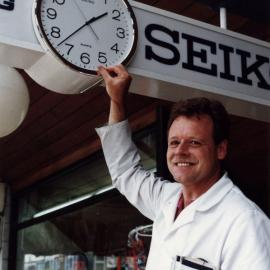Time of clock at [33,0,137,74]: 1:37
